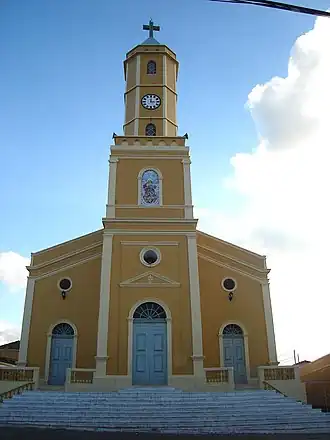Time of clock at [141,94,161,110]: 3:00
